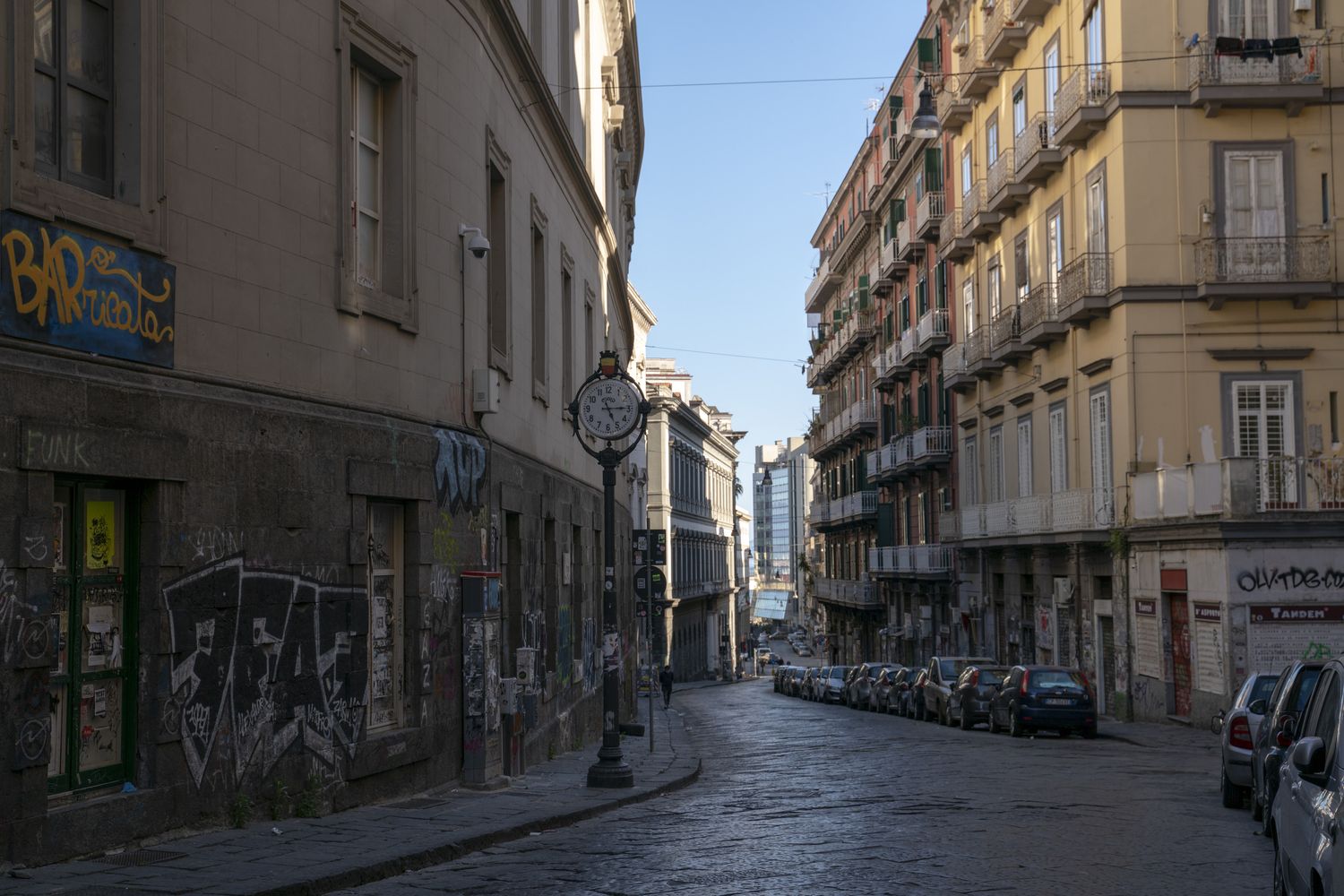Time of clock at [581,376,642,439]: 5:14
